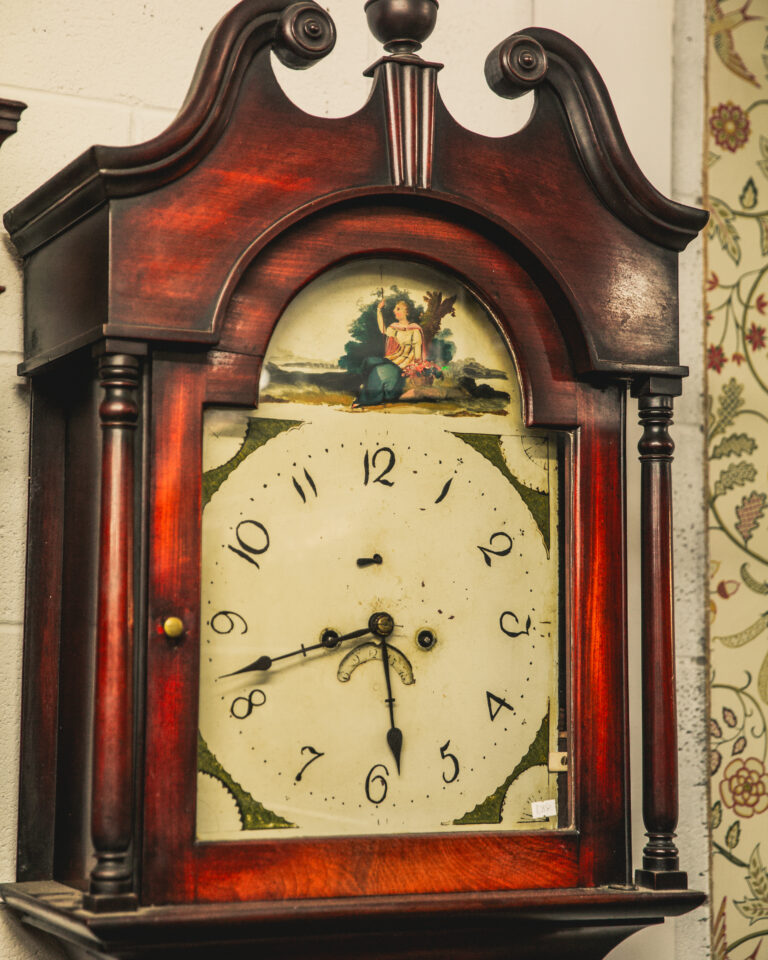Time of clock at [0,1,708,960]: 8:28
